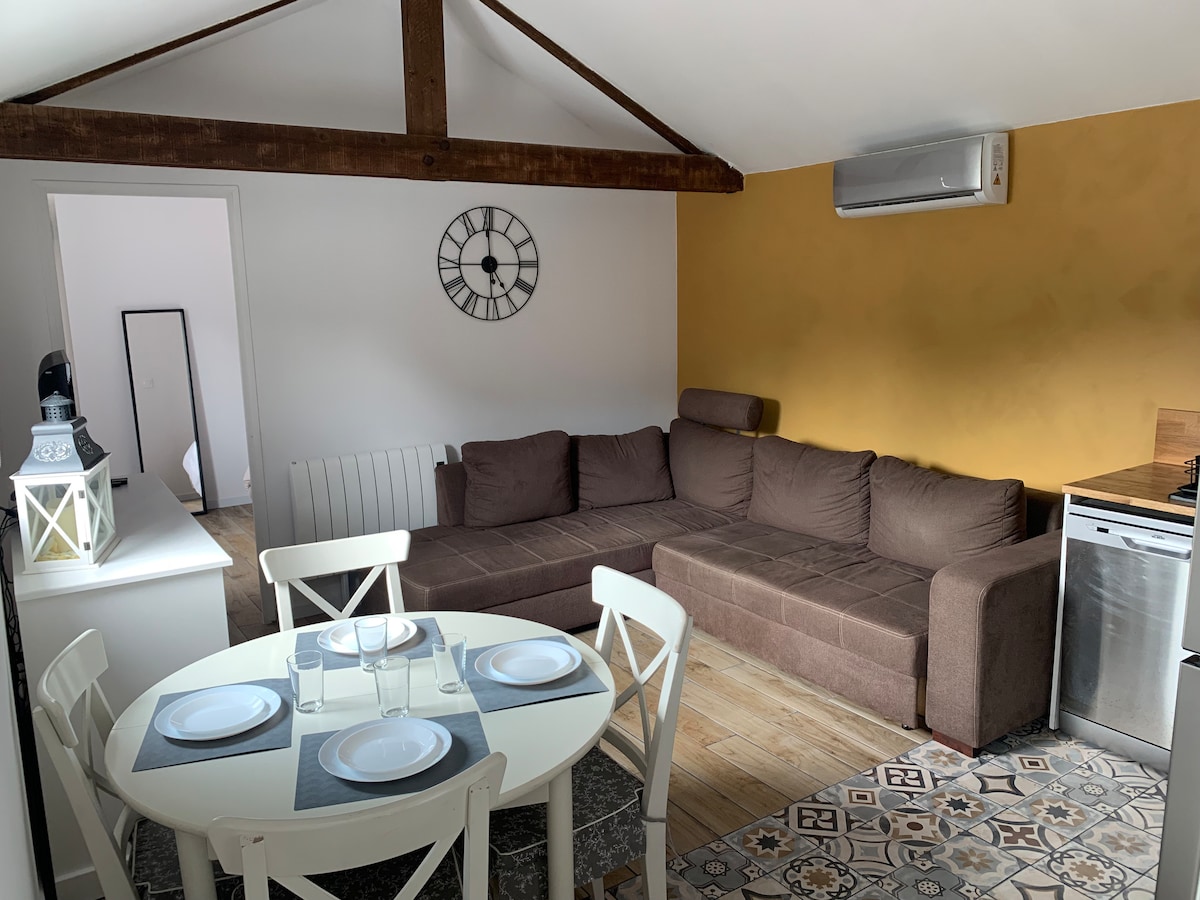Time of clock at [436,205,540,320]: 4:59
